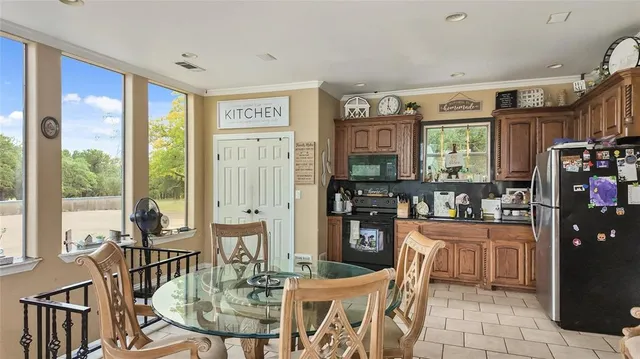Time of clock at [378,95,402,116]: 4:59
